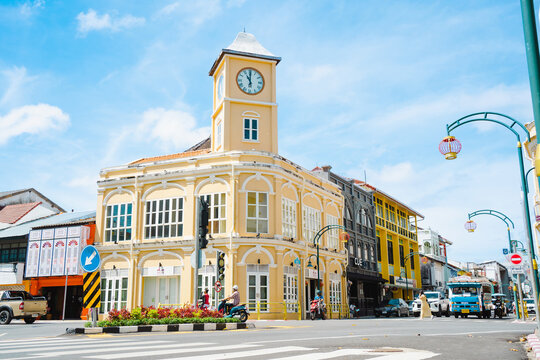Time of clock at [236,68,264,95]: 11:00
